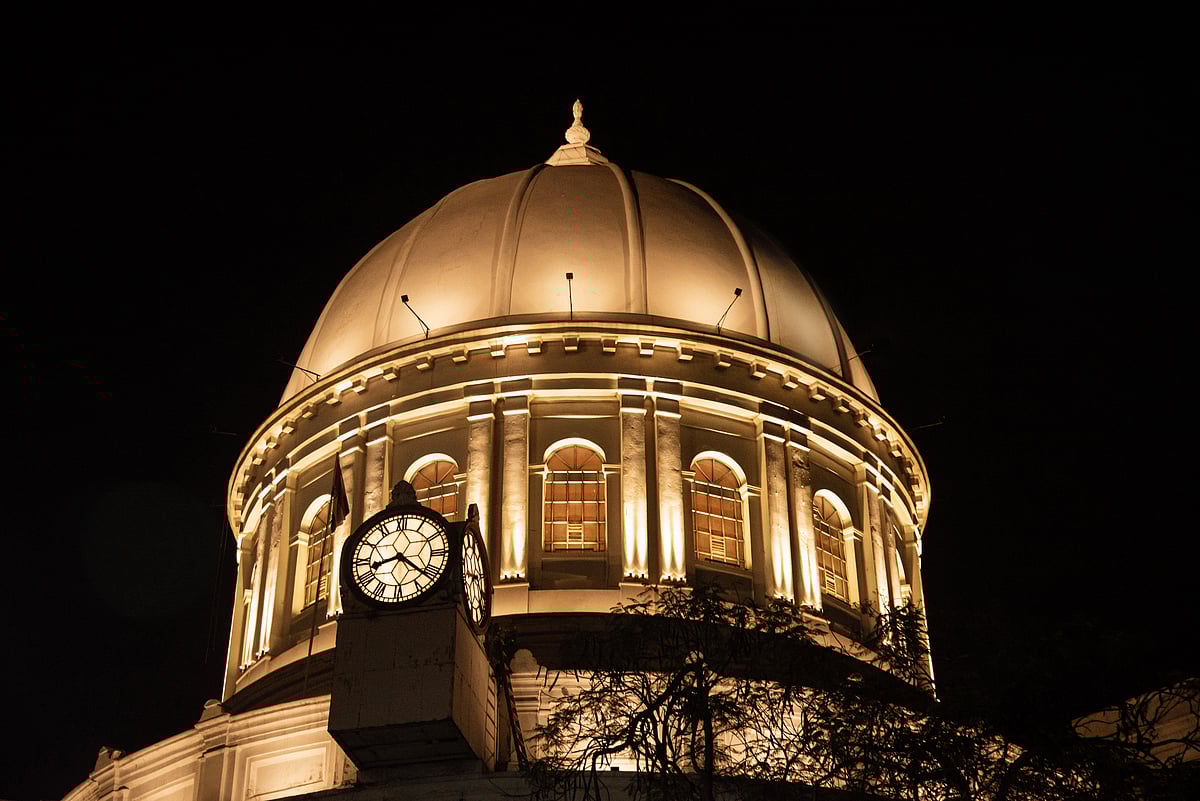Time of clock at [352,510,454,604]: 8:21
